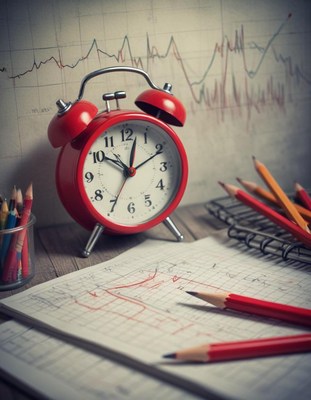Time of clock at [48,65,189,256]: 10:02
